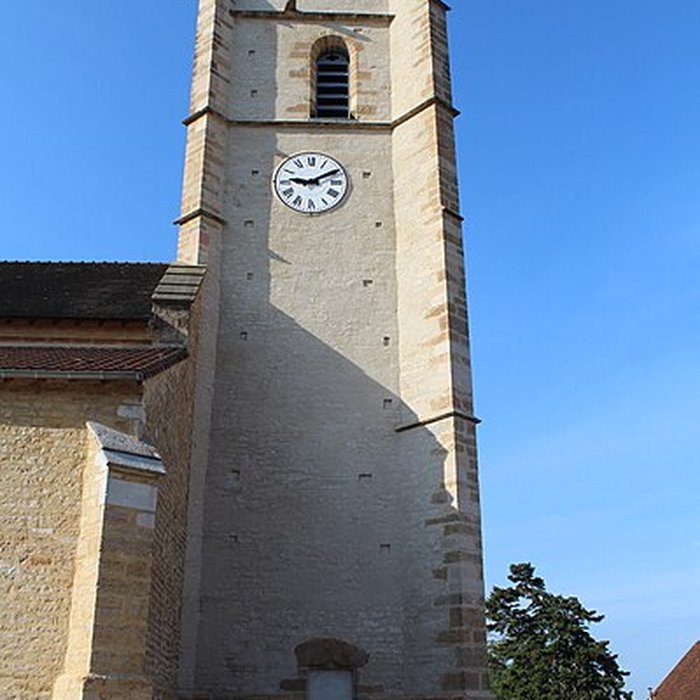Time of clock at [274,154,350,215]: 9:10
